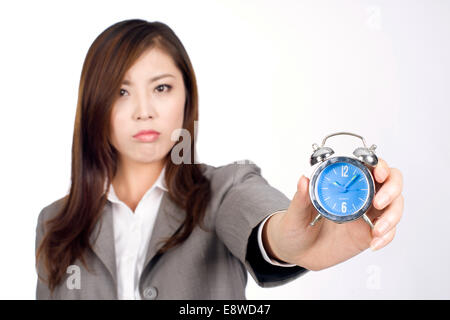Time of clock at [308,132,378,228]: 10:07
